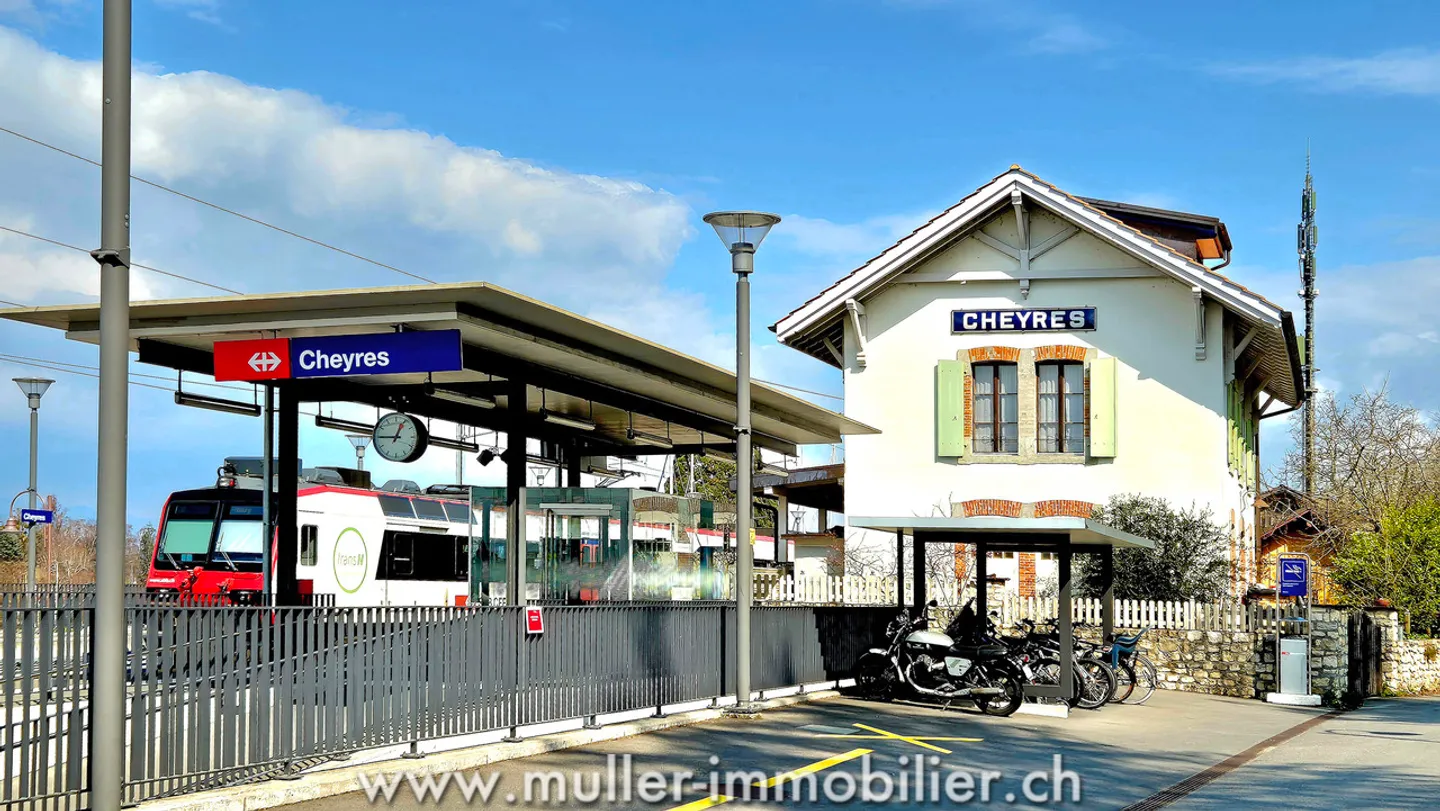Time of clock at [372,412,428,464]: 12:45
